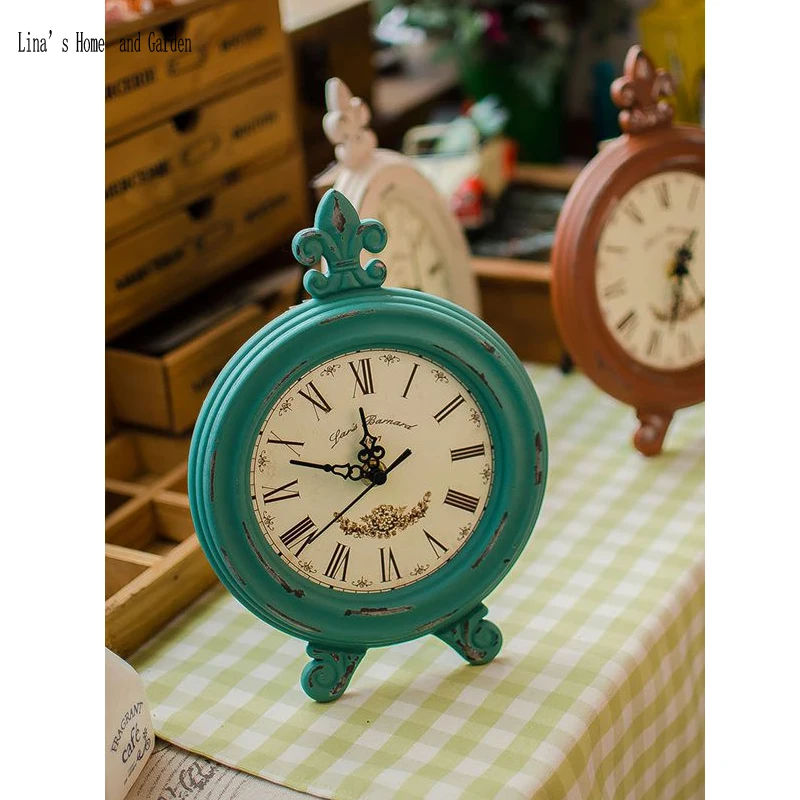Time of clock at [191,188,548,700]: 11:48
